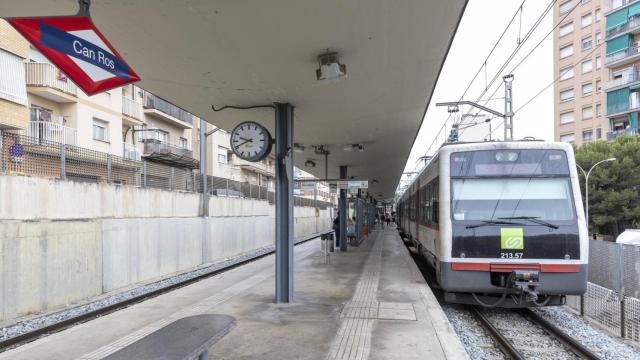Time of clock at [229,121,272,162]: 9:41
